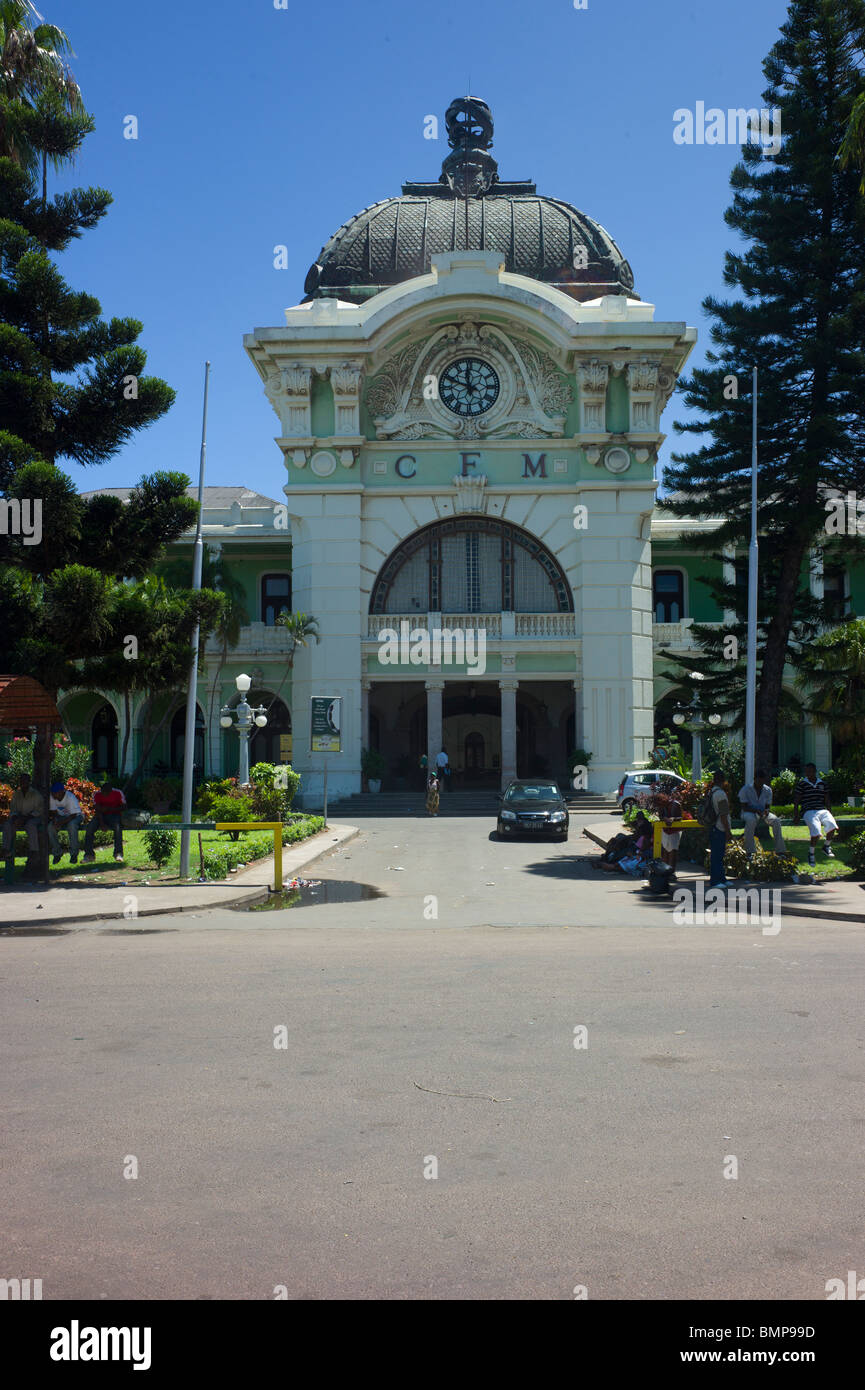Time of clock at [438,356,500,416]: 11:48
